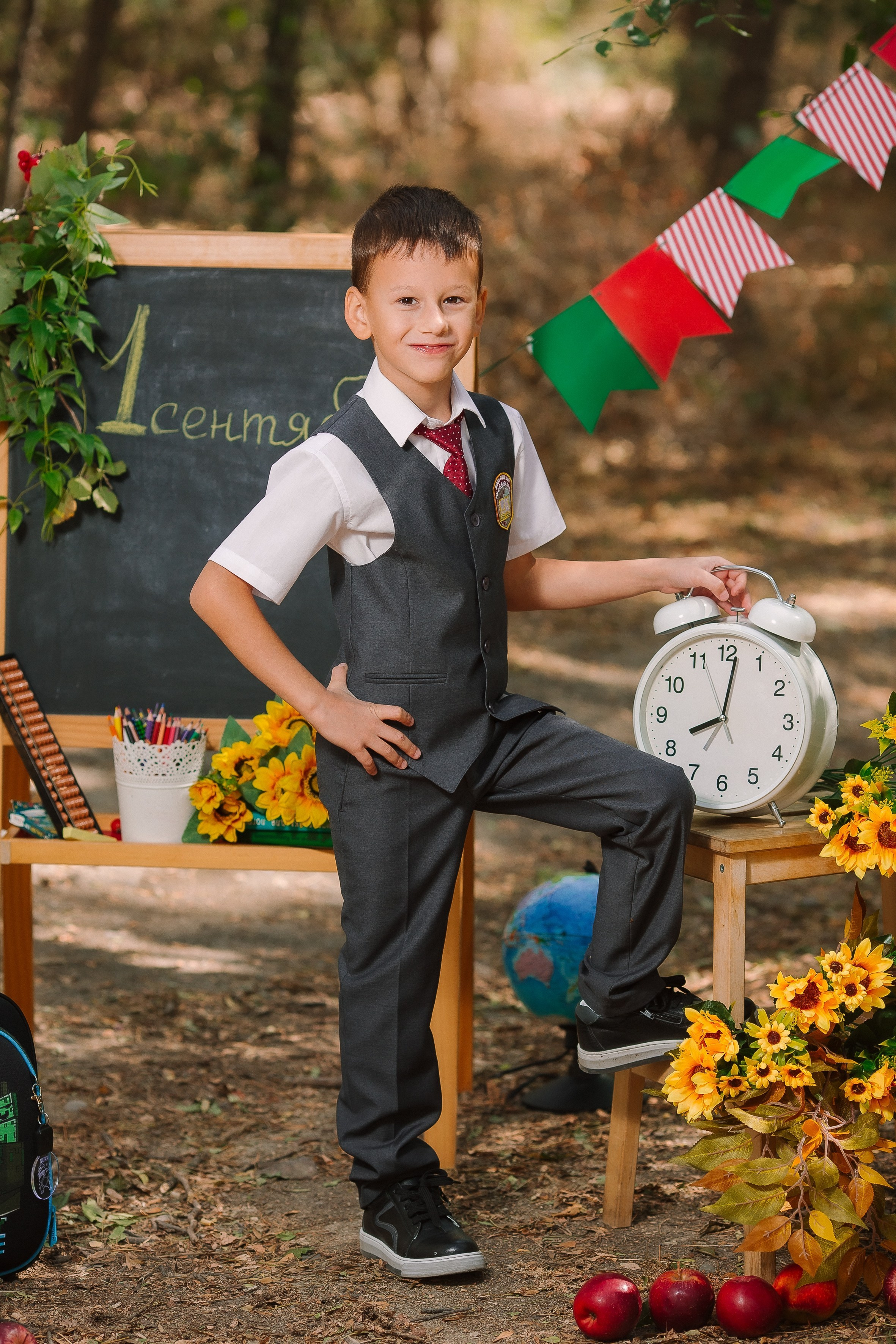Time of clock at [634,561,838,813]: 8:01
